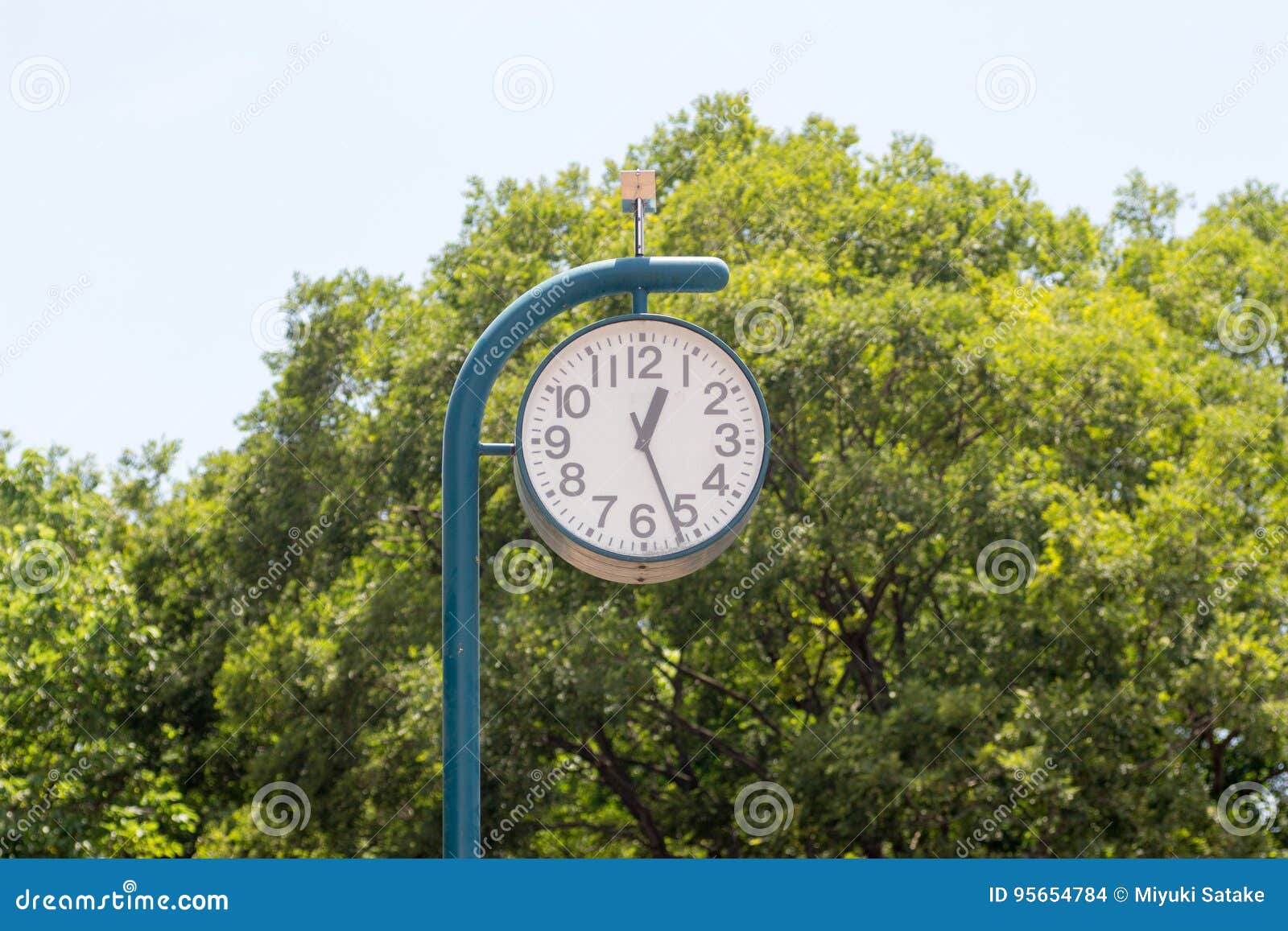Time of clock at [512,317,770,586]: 12:26
